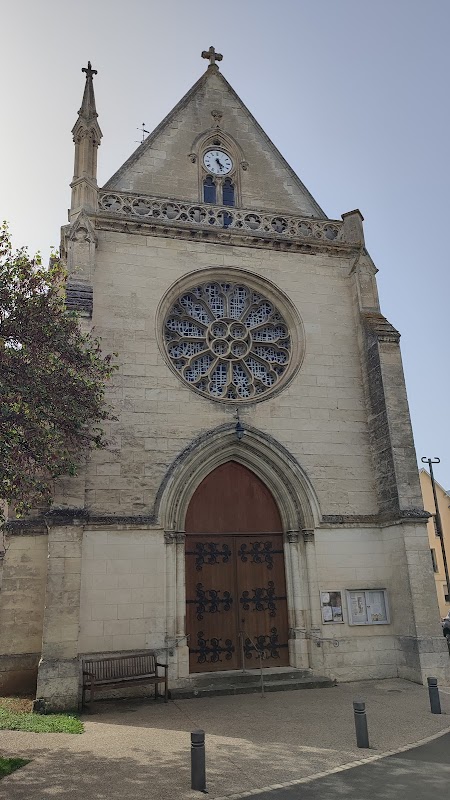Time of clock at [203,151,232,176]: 4:27
